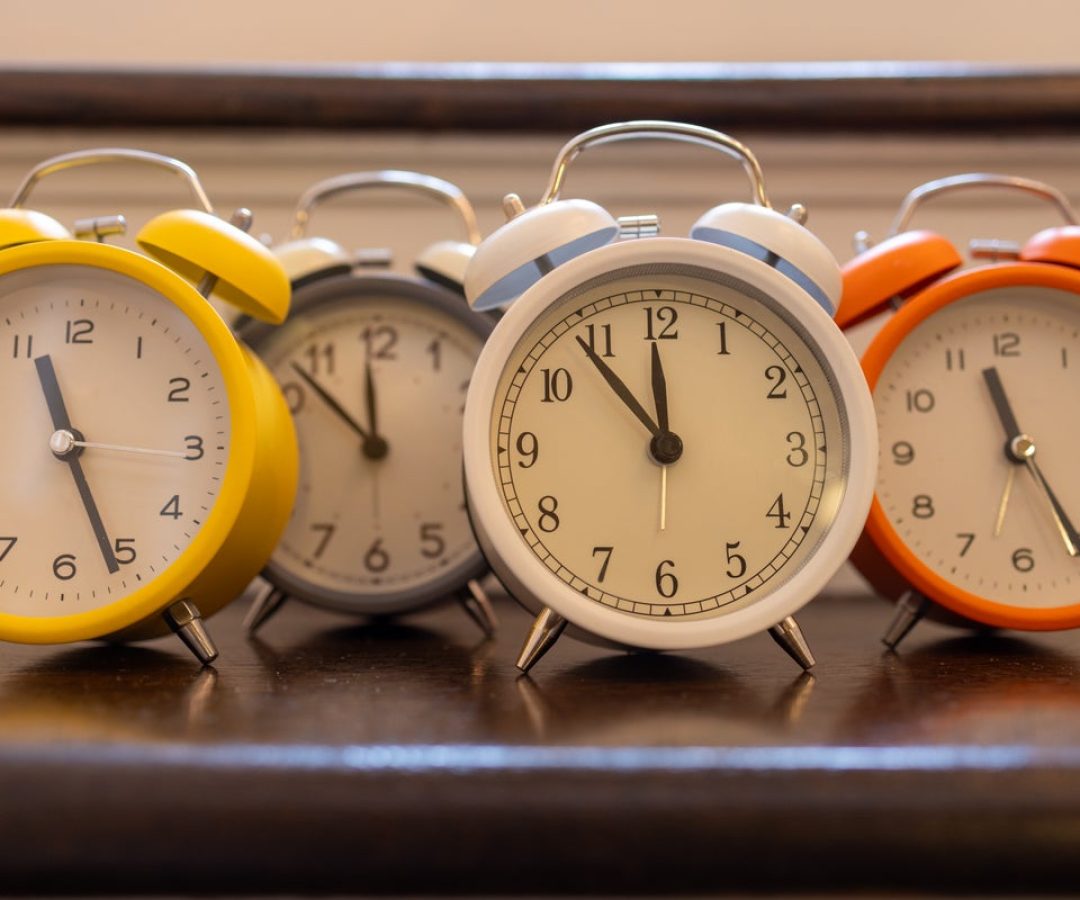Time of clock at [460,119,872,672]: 11:53
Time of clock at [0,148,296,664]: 11:52
